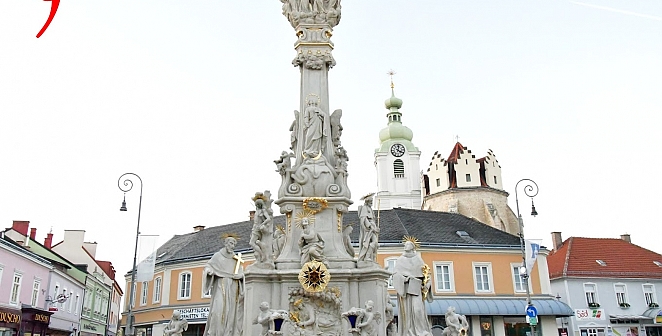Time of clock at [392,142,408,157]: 4:02
